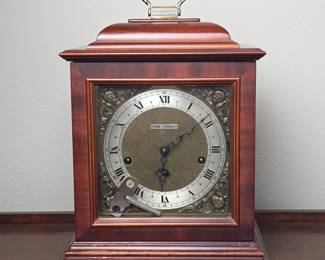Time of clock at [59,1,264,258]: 6:08
